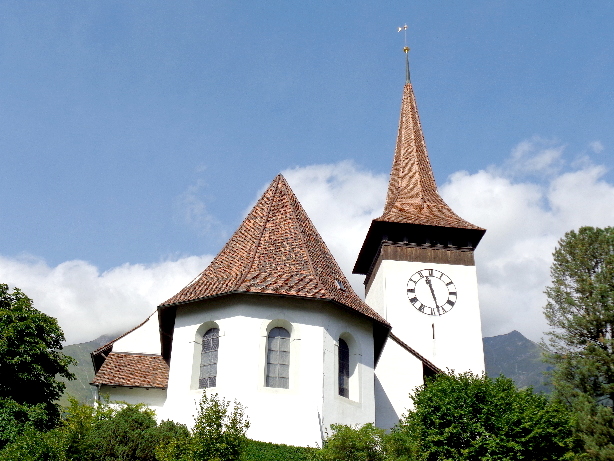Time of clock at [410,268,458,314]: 11:27
